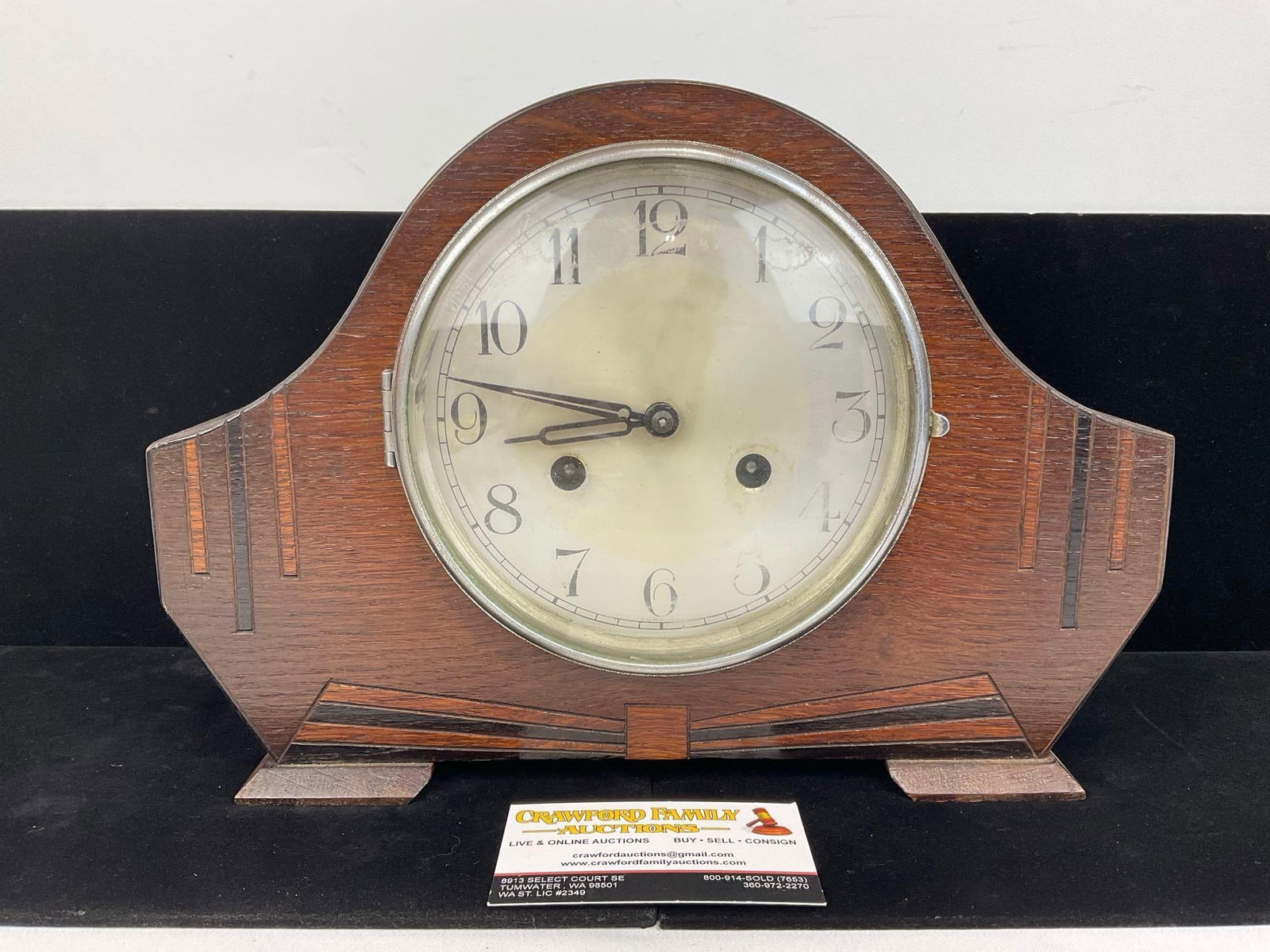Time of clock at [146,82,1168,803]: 8:46
